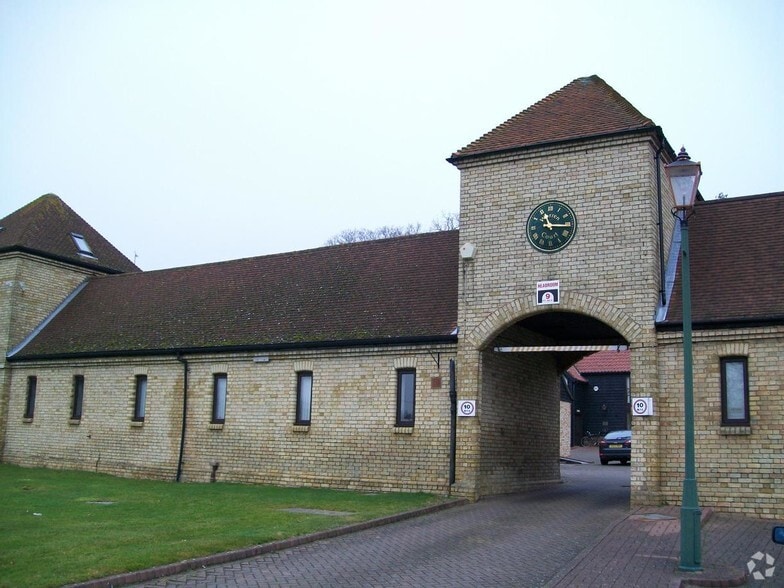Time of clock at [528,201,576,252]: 11:15
